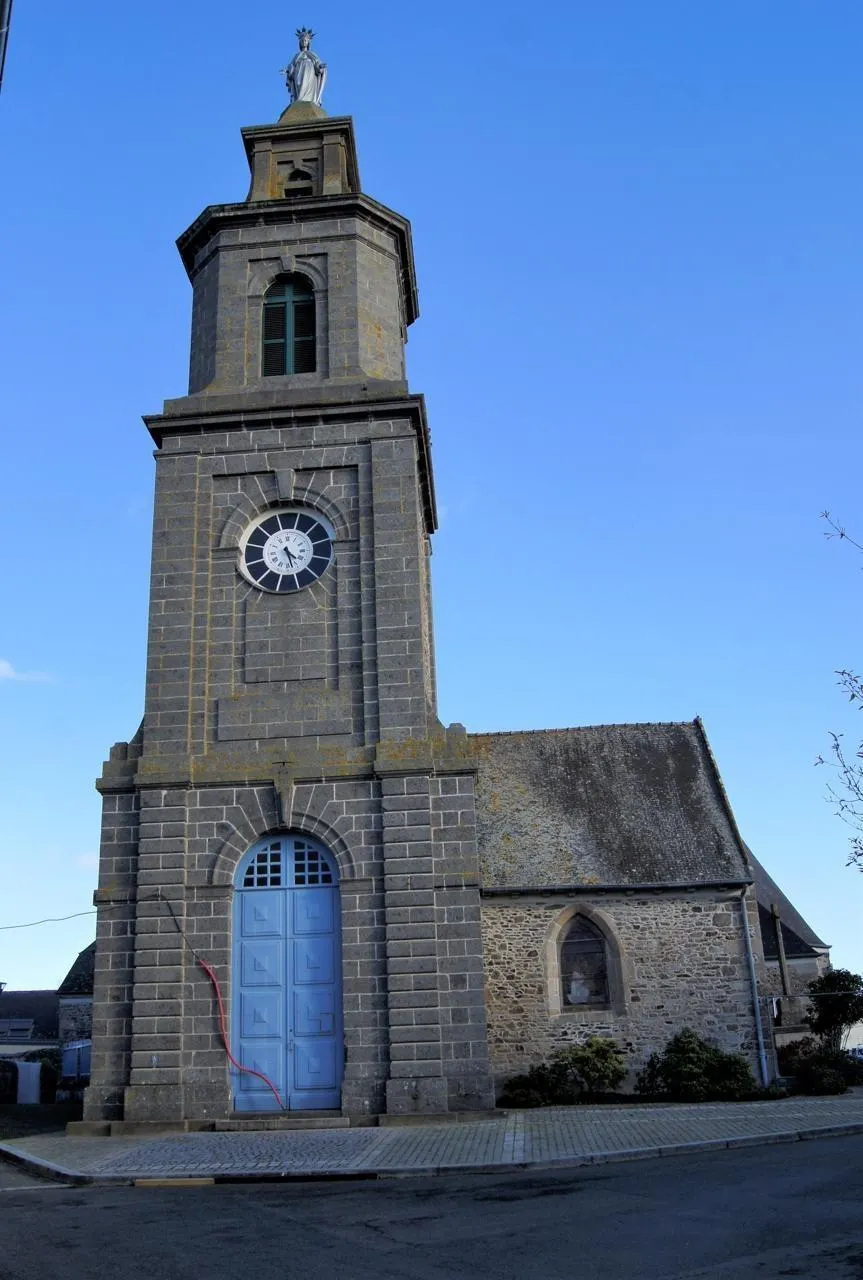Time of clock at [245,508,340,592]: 4:26
